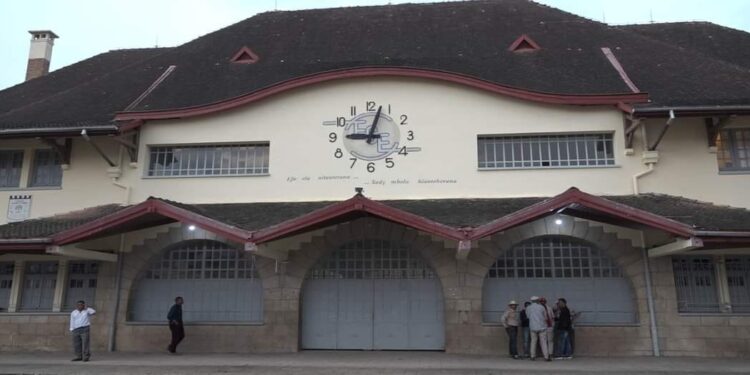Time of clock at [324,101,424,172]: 9:03
